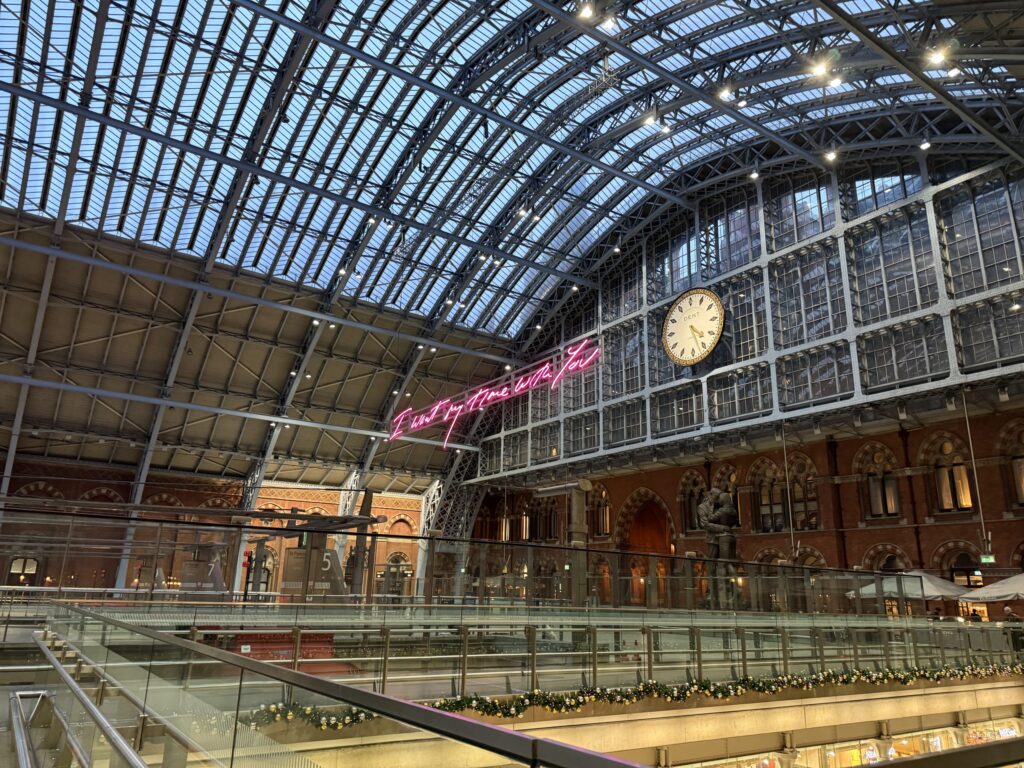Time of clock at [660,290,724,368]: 4:26
